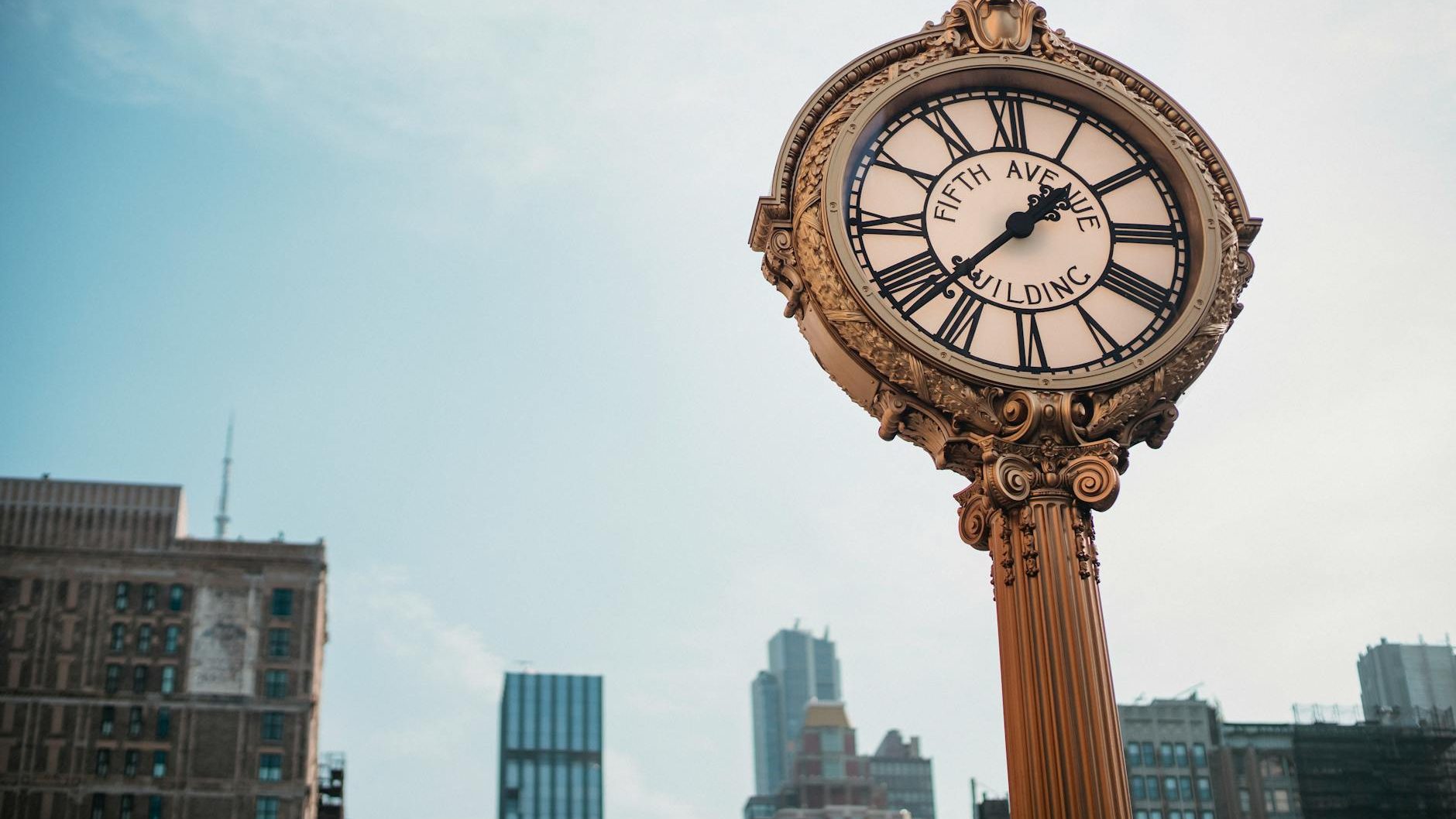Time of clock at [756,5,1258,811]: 1:37
